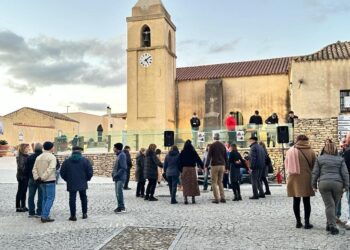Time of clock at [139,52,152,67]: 5:08
